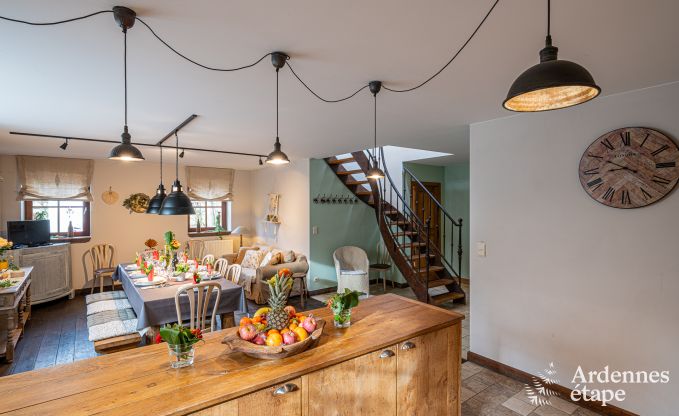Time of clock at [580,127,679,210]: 8:49
